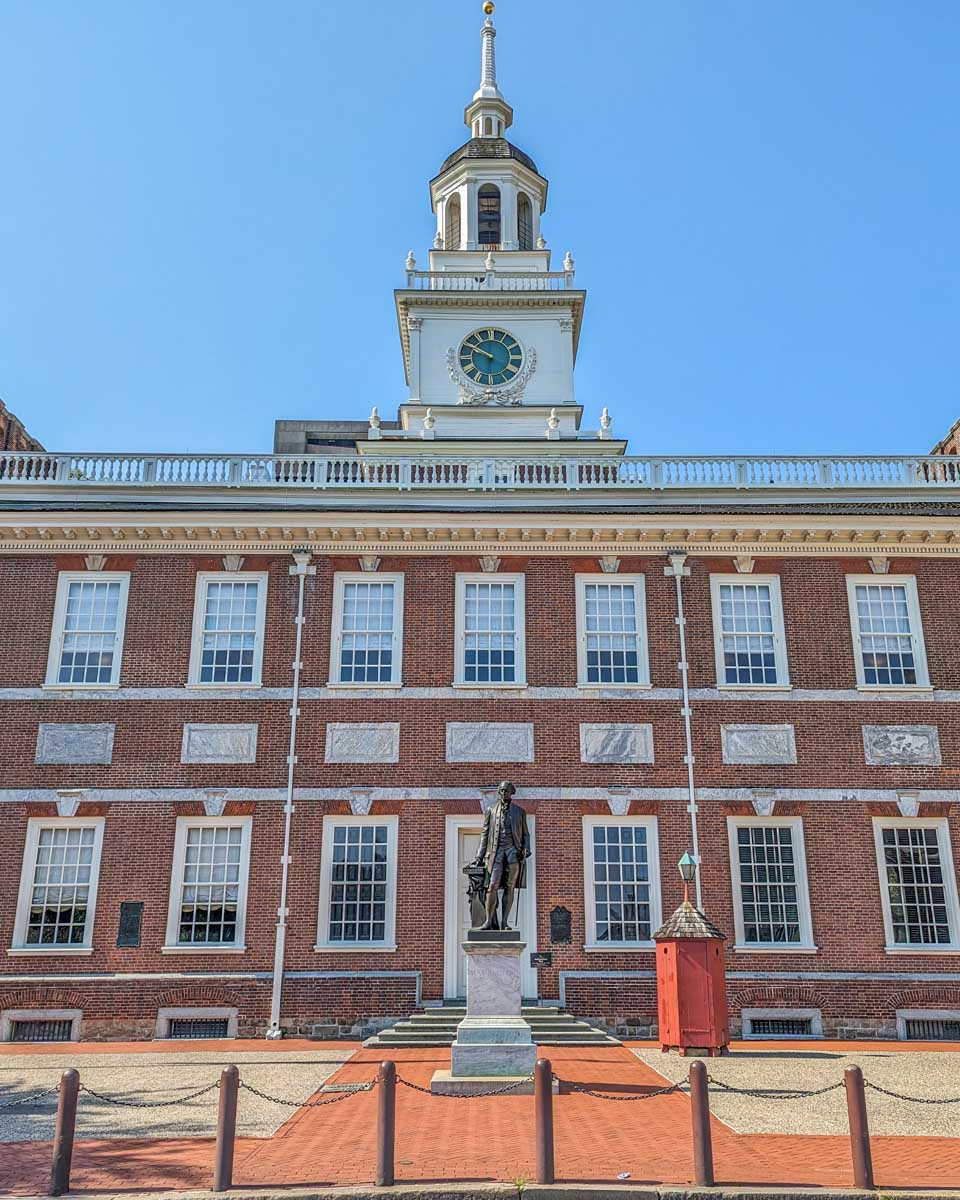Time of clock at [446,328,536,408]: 9:50
